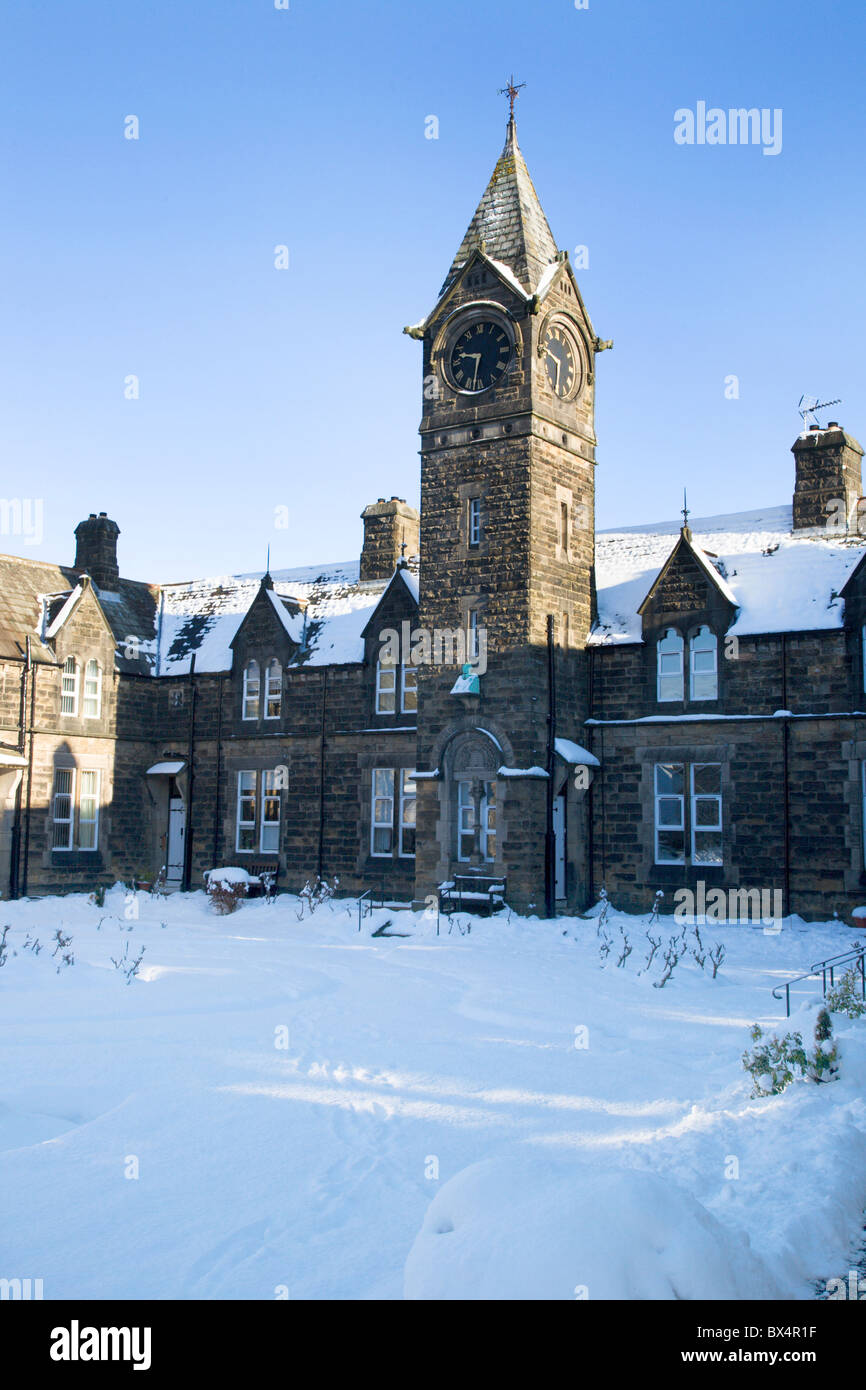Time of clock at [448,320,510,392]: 9:32
